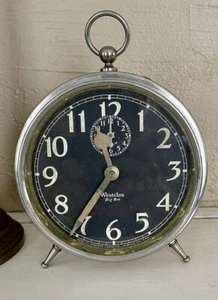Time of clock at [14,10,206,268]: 11:35
